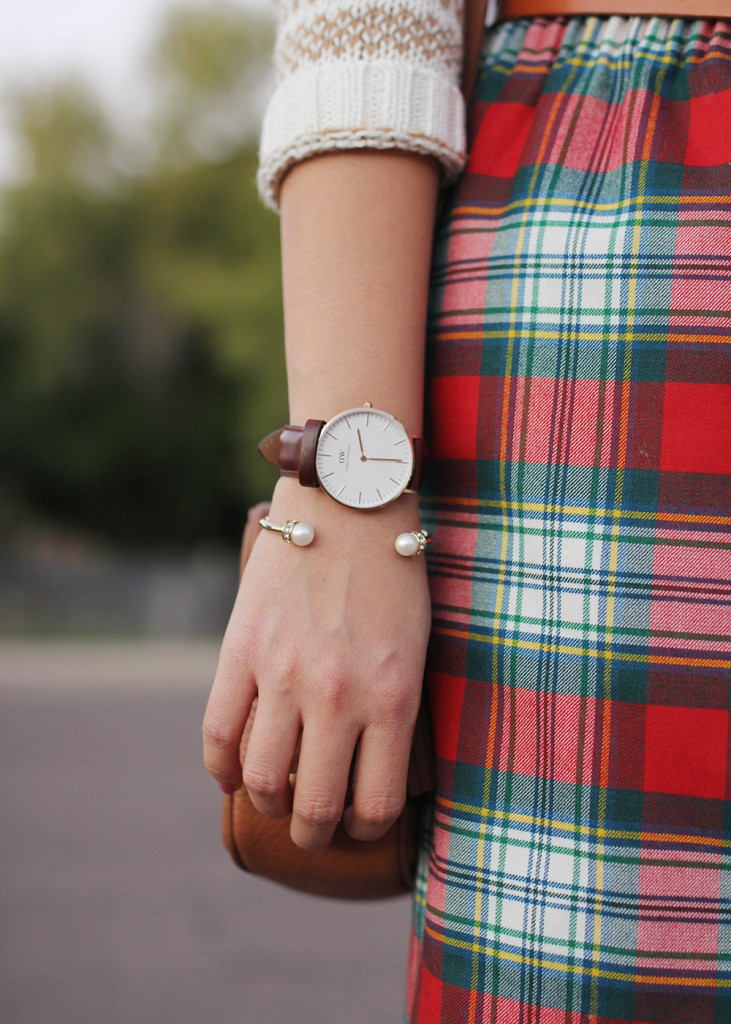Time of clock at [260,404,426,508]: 11:14
